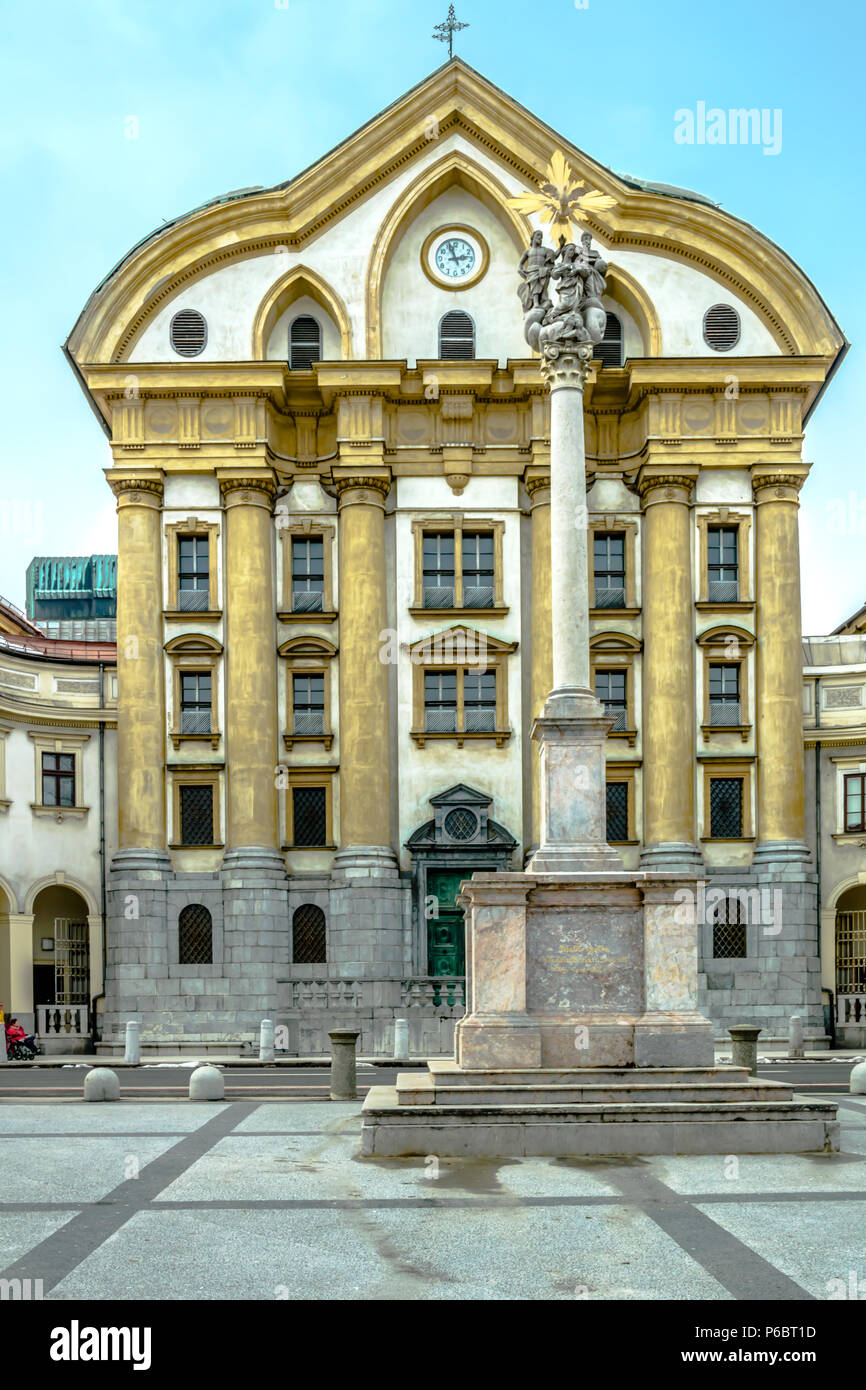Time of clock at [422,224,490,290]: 2:56
